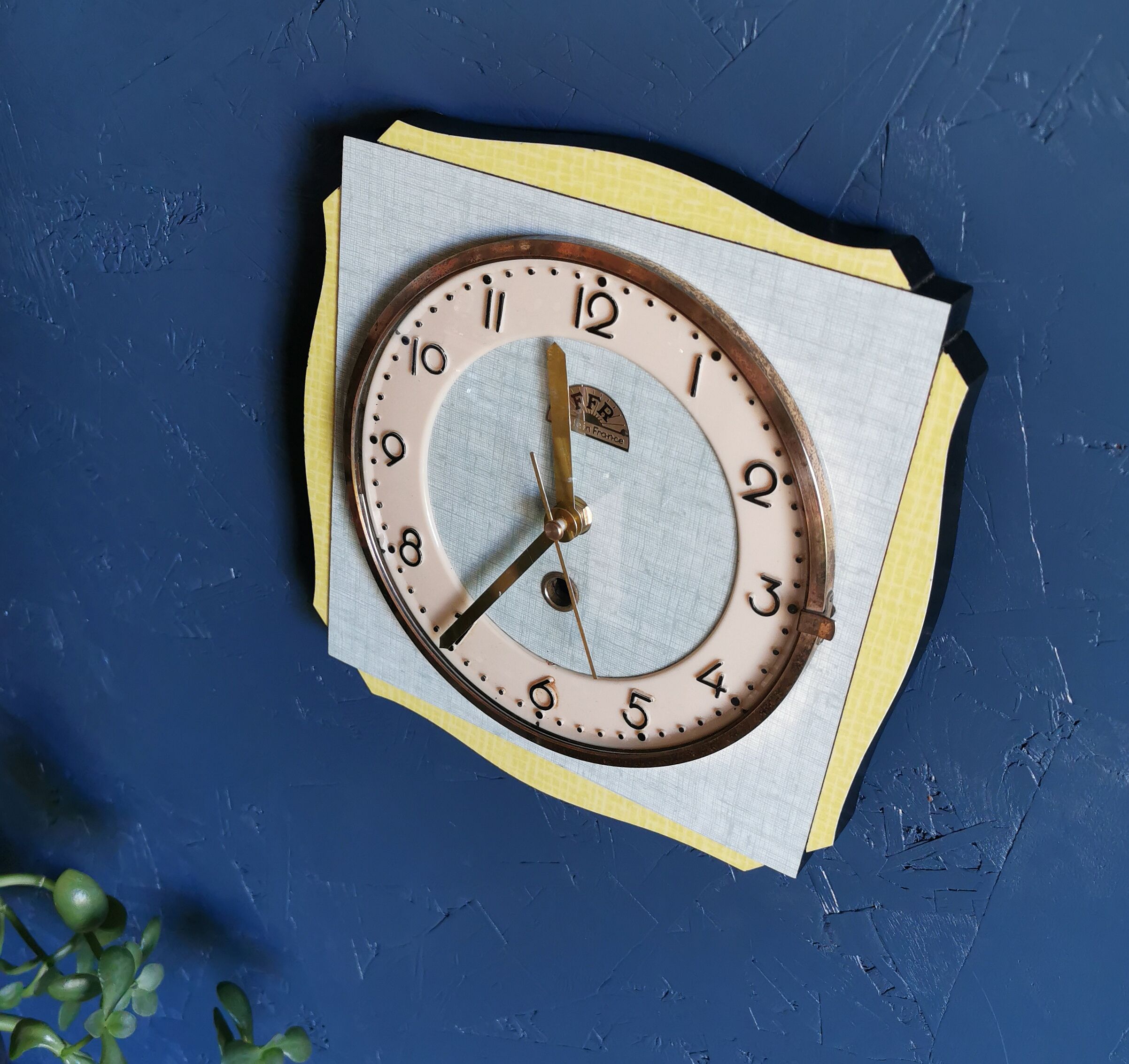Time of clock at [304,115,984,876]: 11:35
